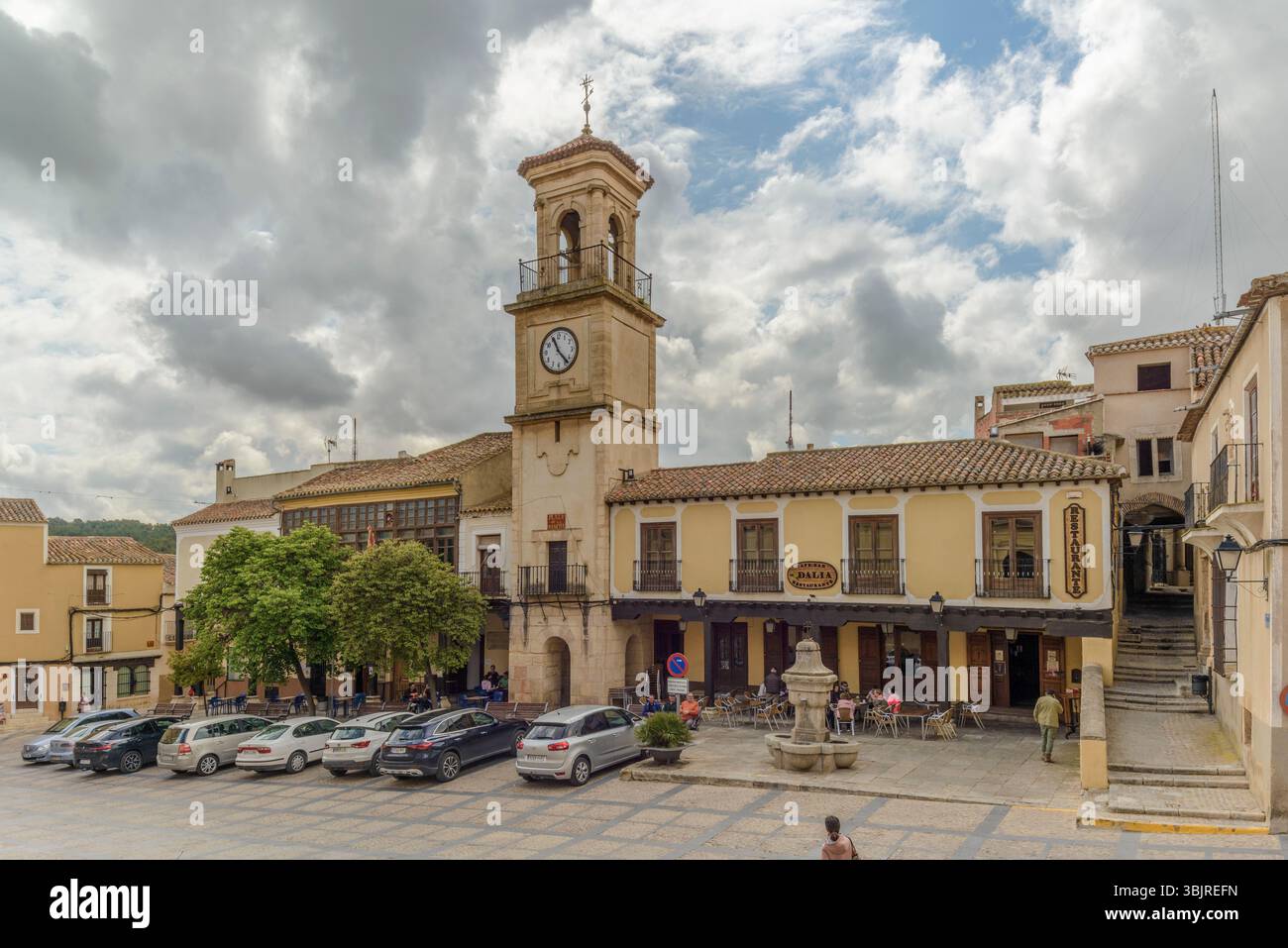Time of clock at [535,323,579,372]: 11:23
